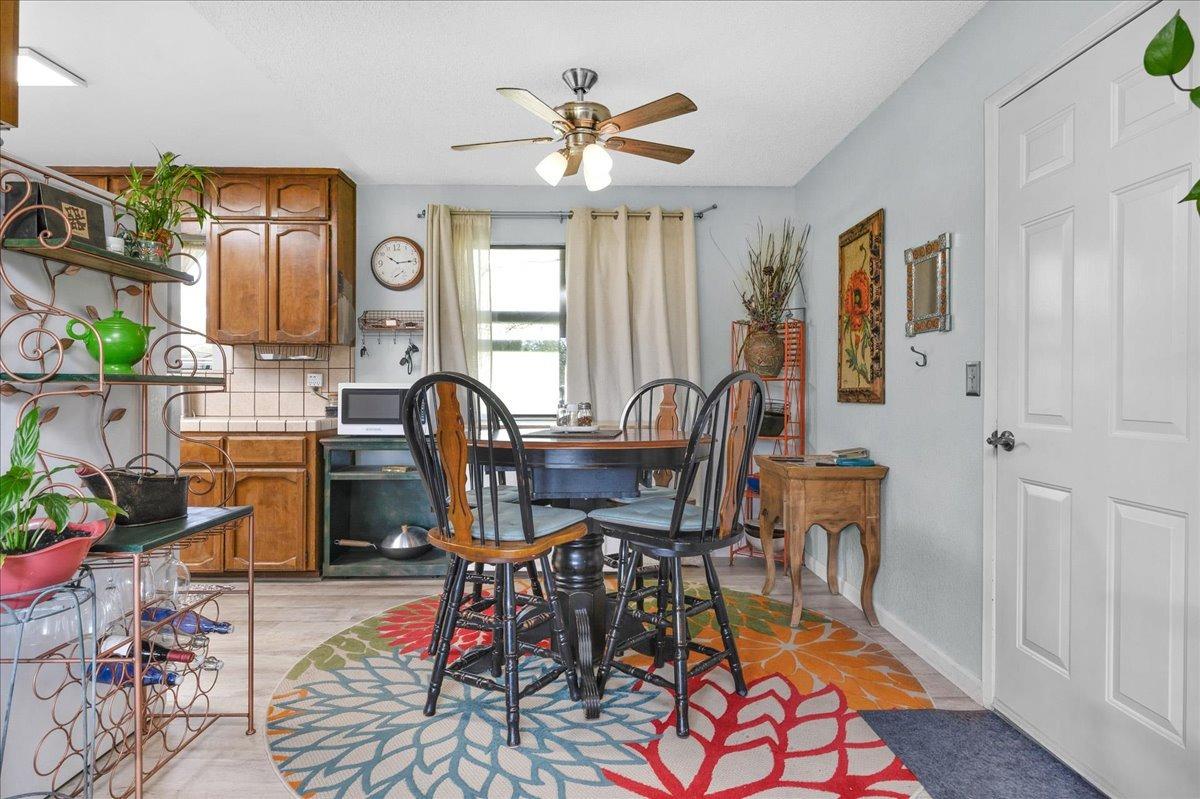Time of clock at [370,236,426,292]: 10:14
